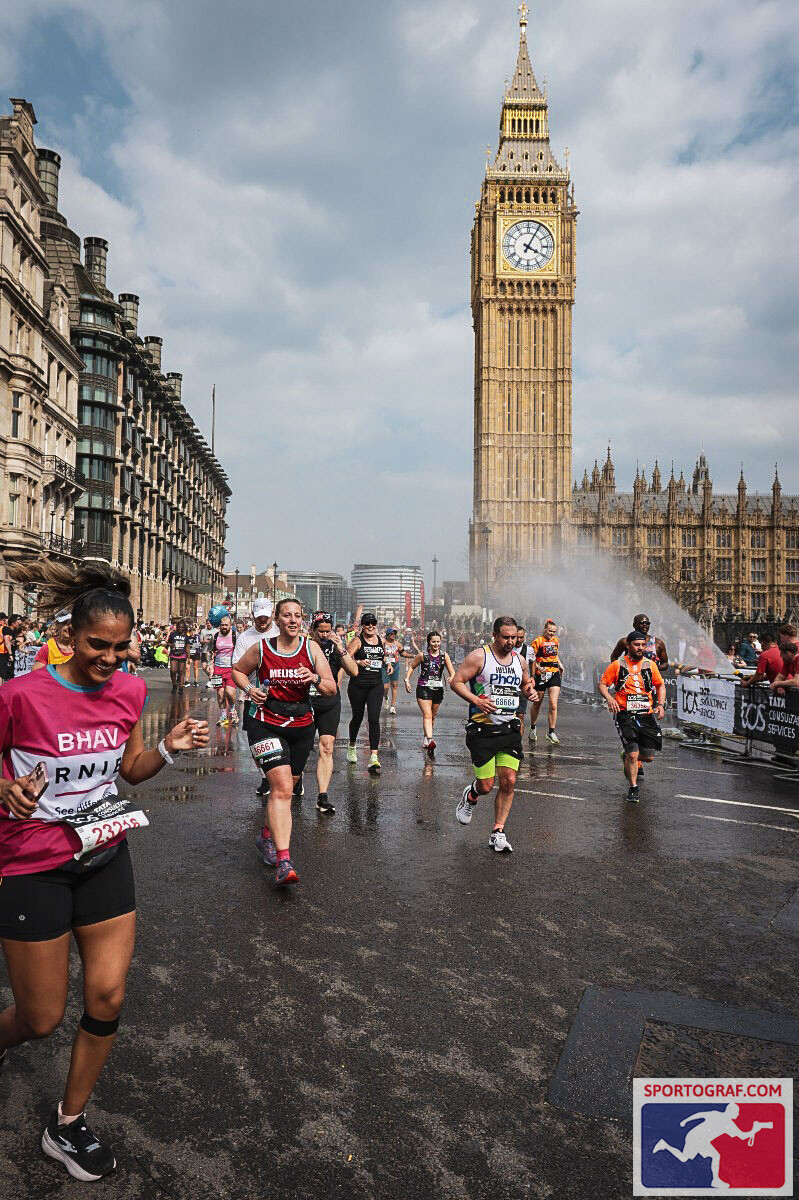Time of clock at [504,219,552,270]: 4:04
